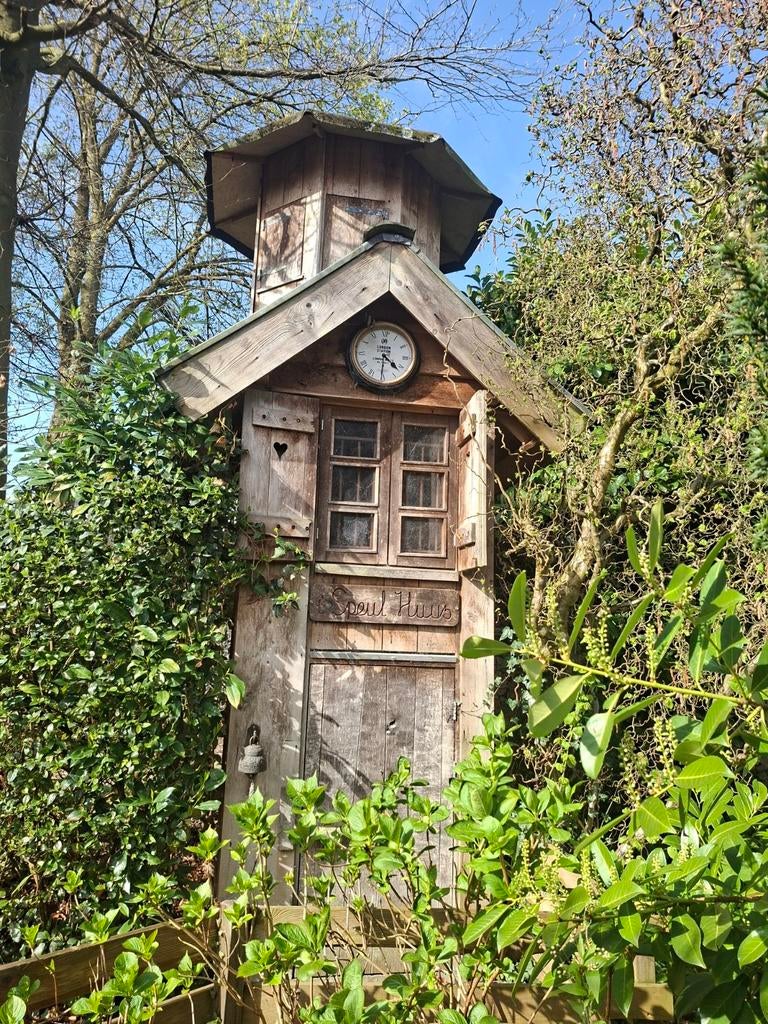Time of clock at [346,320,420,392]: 4:30
